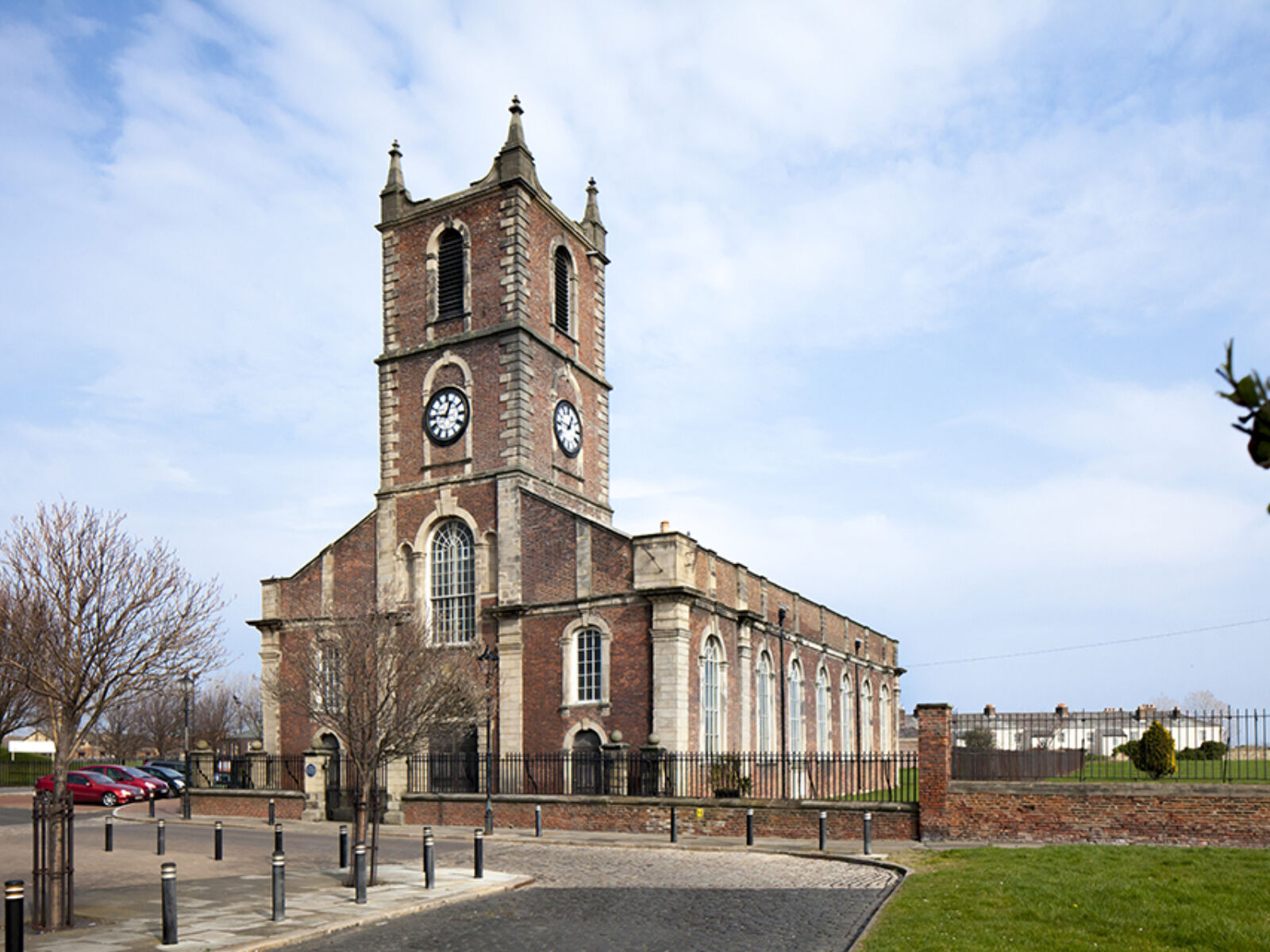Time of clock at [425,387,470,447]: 12:46
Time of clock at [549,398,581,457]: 12:46
